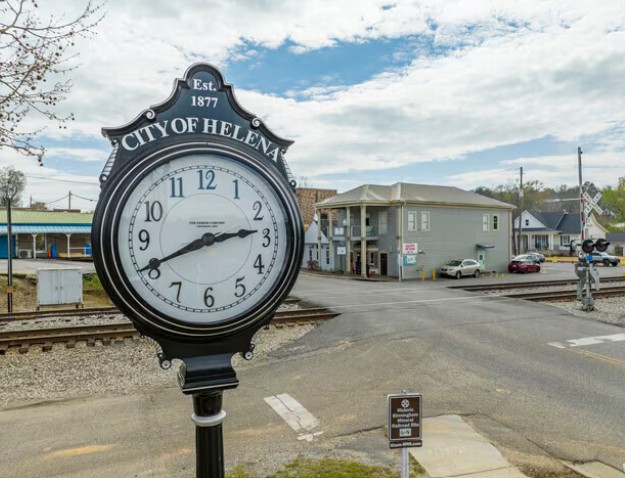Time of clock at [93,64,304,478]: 2:40
